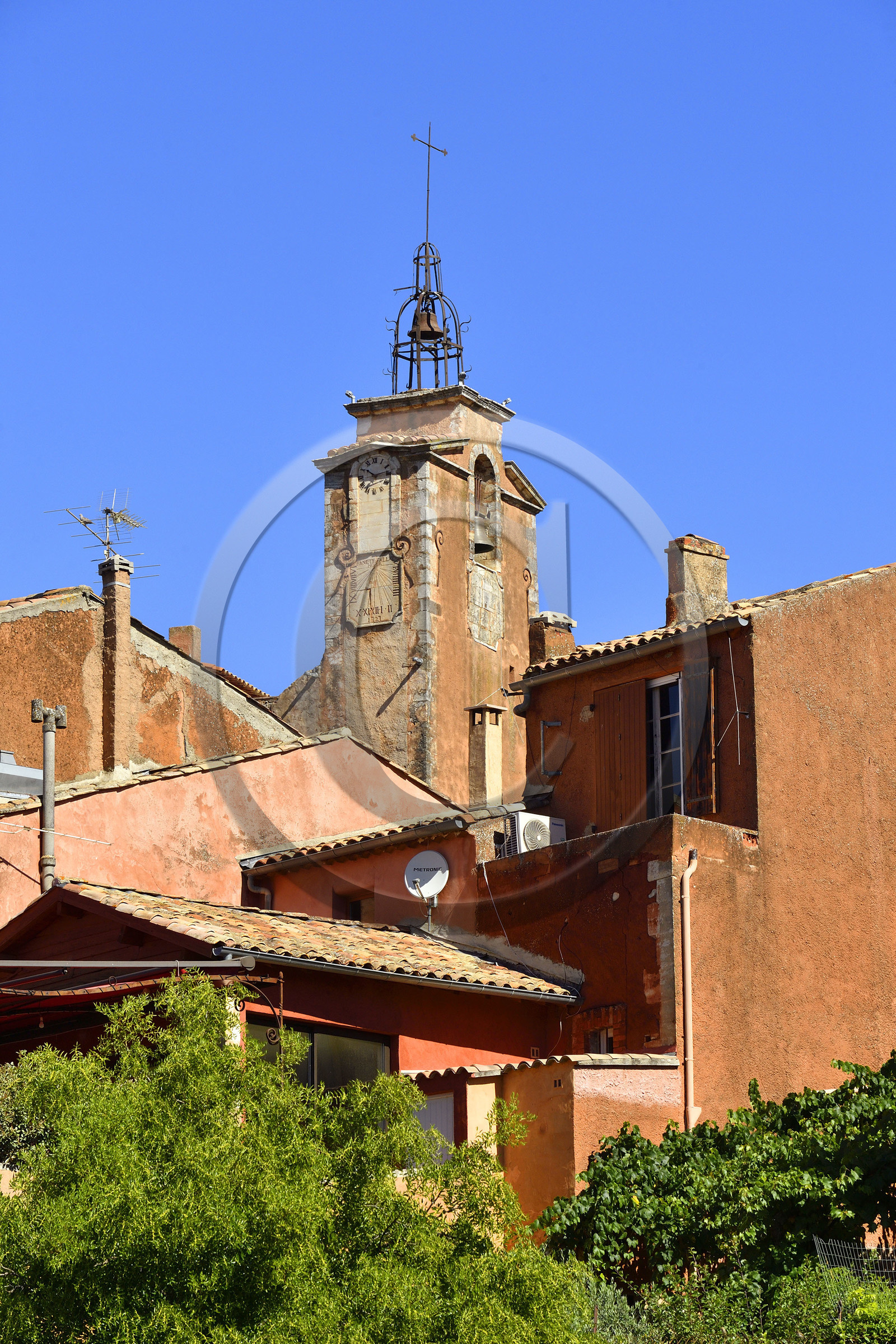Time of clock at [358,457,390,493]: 10:13
